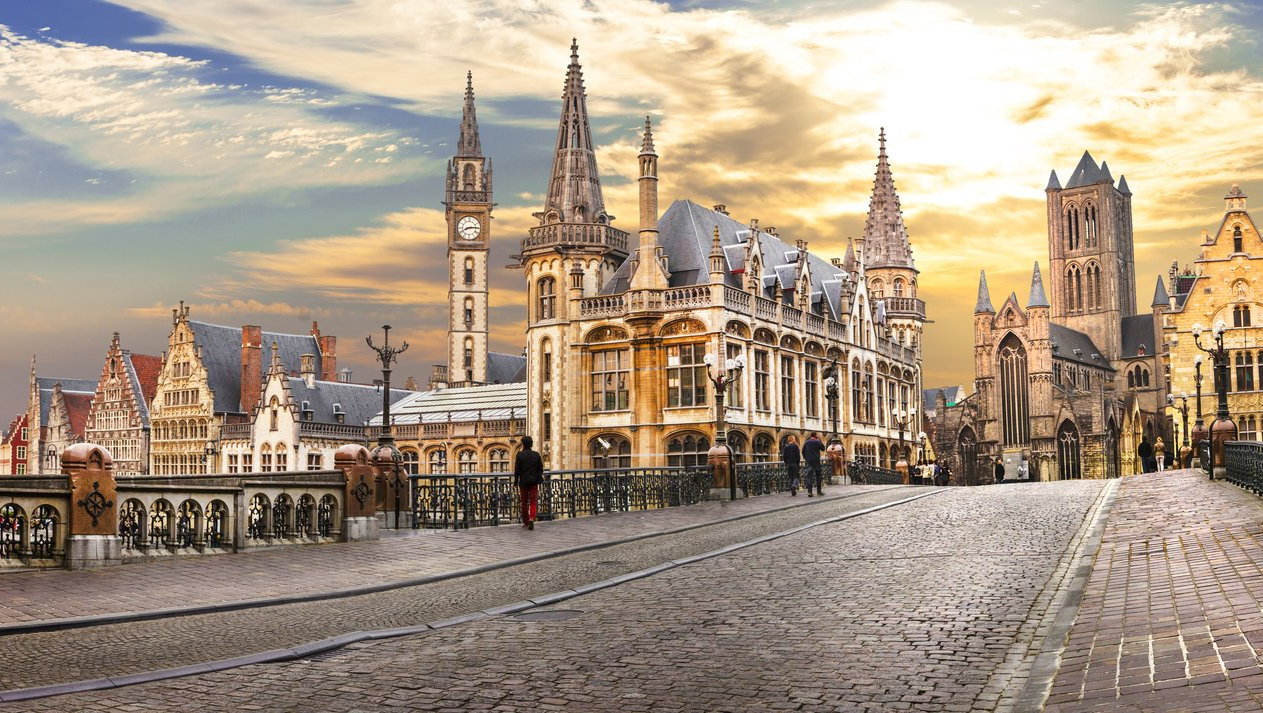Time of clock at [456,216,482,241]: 8:14
